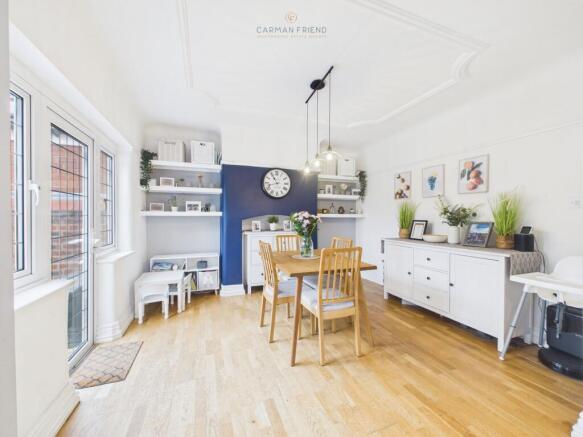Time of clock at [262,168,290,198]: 10:42
